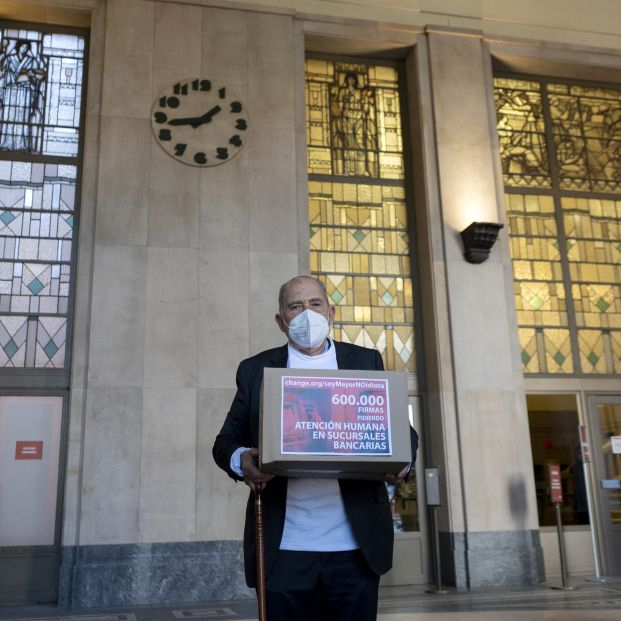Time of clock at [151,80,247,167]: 1:43
